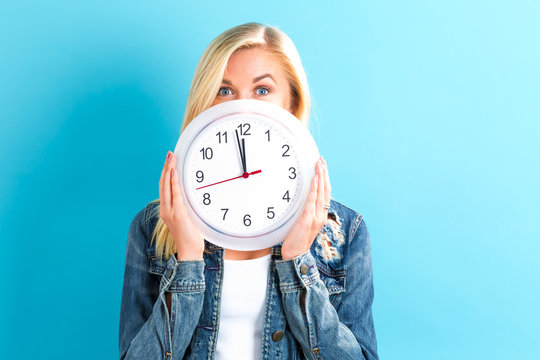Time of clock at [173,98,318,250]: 11:58
